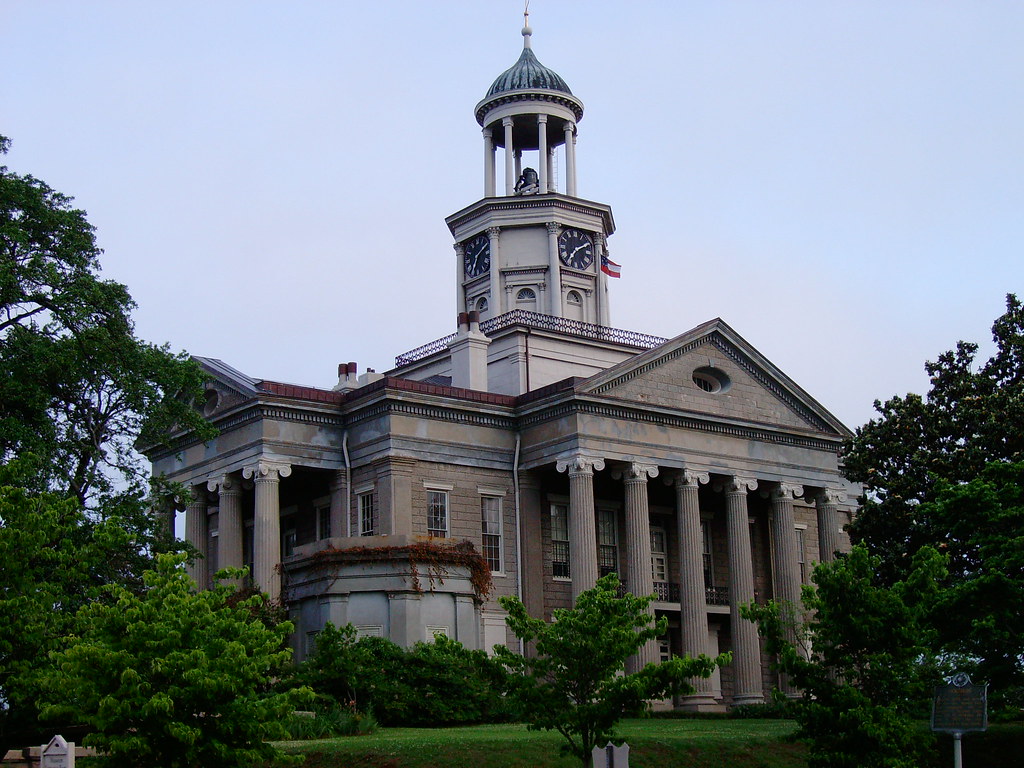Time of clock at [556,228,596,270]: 7:10
